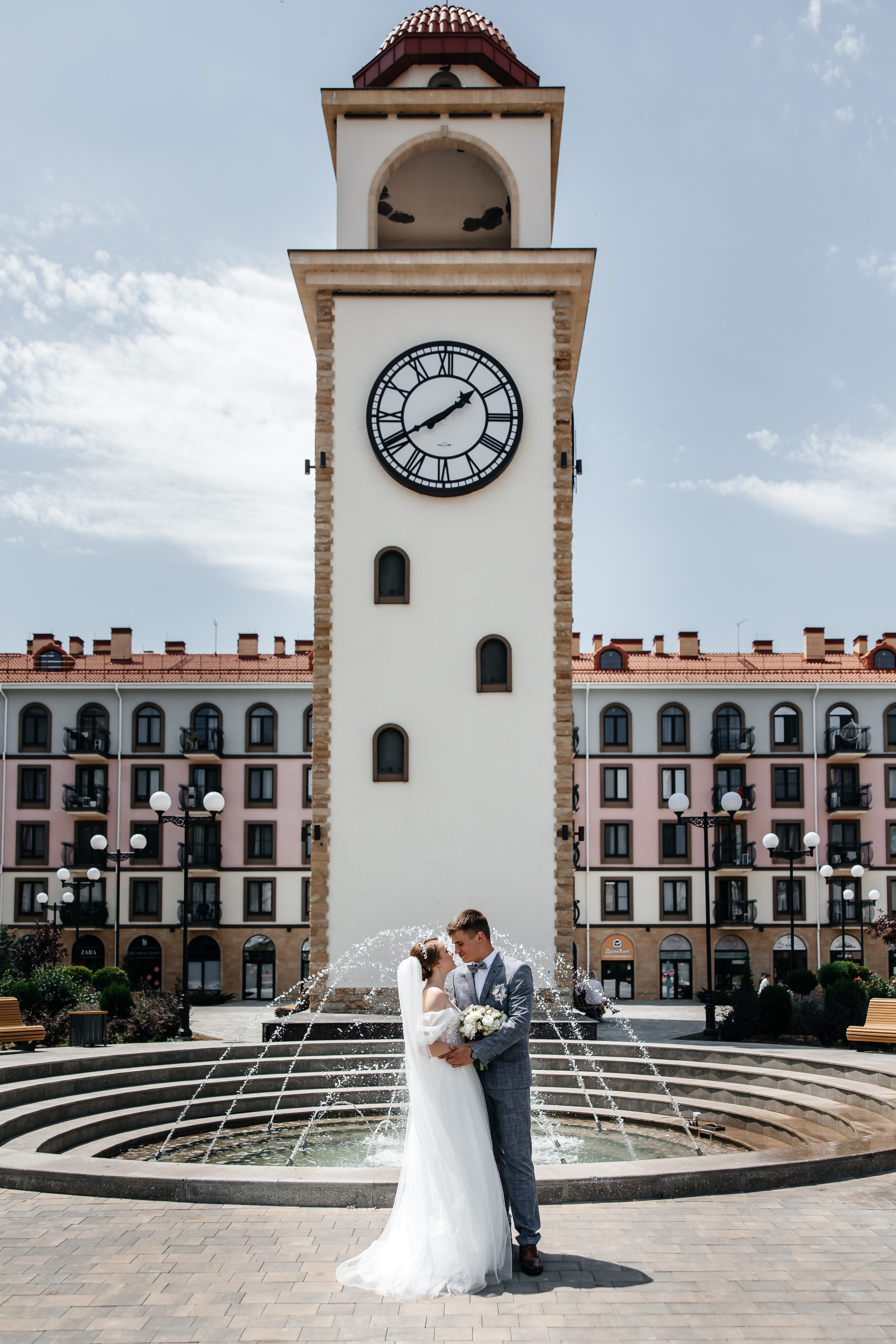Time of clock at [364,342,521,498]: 1:40
